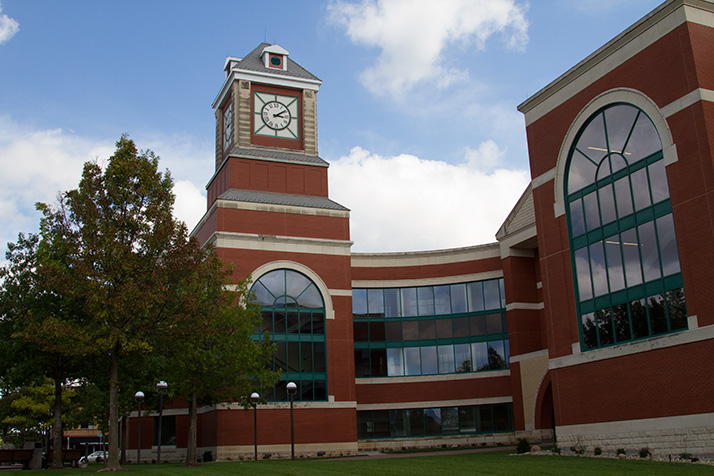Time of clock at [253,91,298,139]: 3:09
